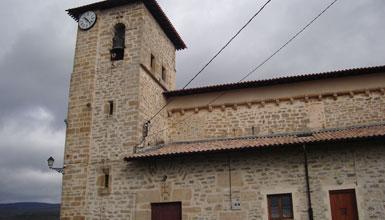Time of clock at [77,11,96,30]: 10:23
